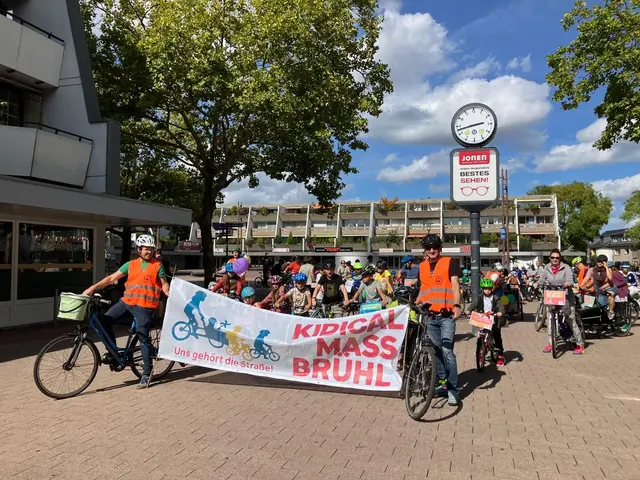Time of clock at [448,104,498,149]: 2:42
